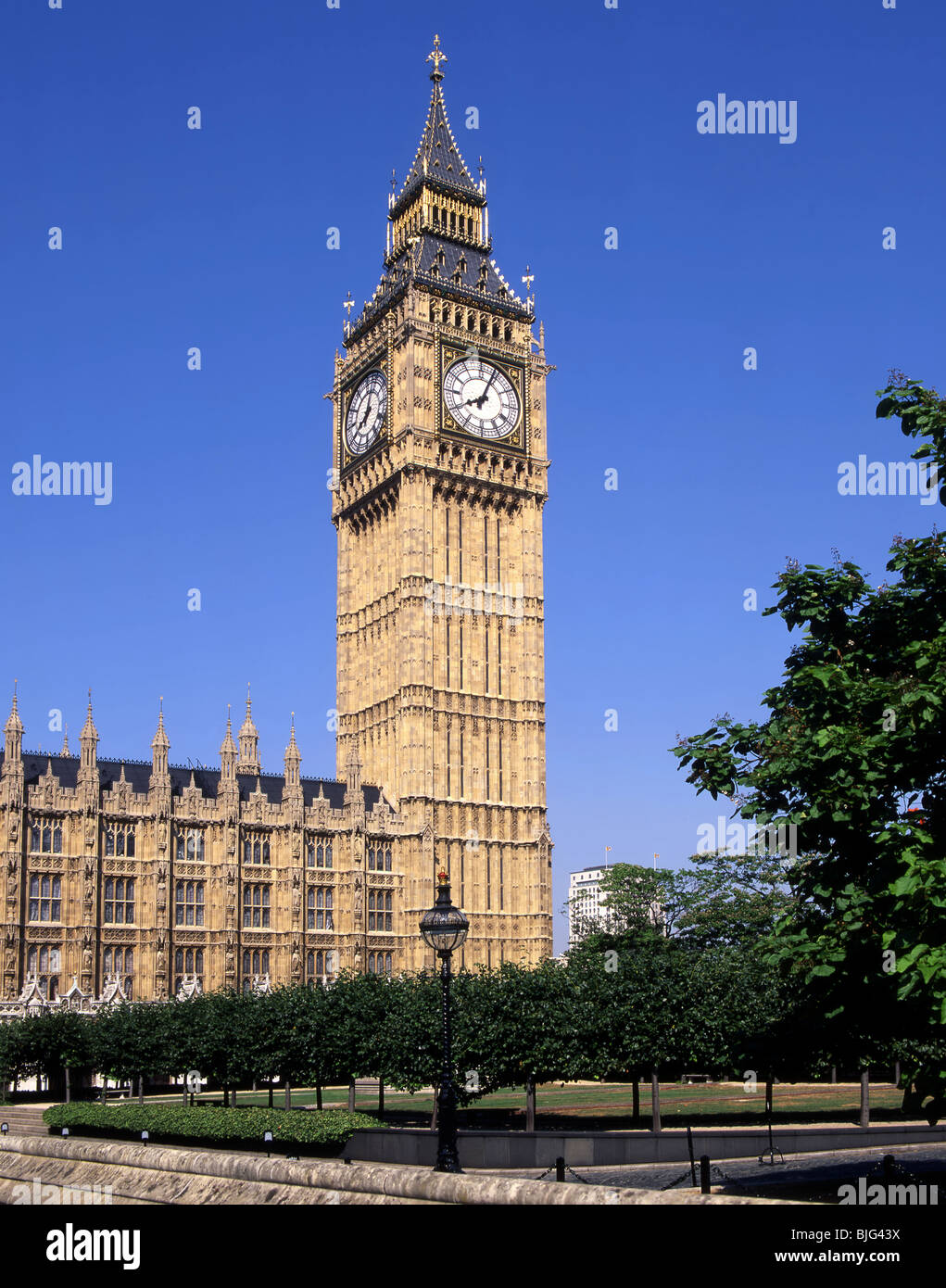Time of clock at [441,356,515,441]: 8:04
